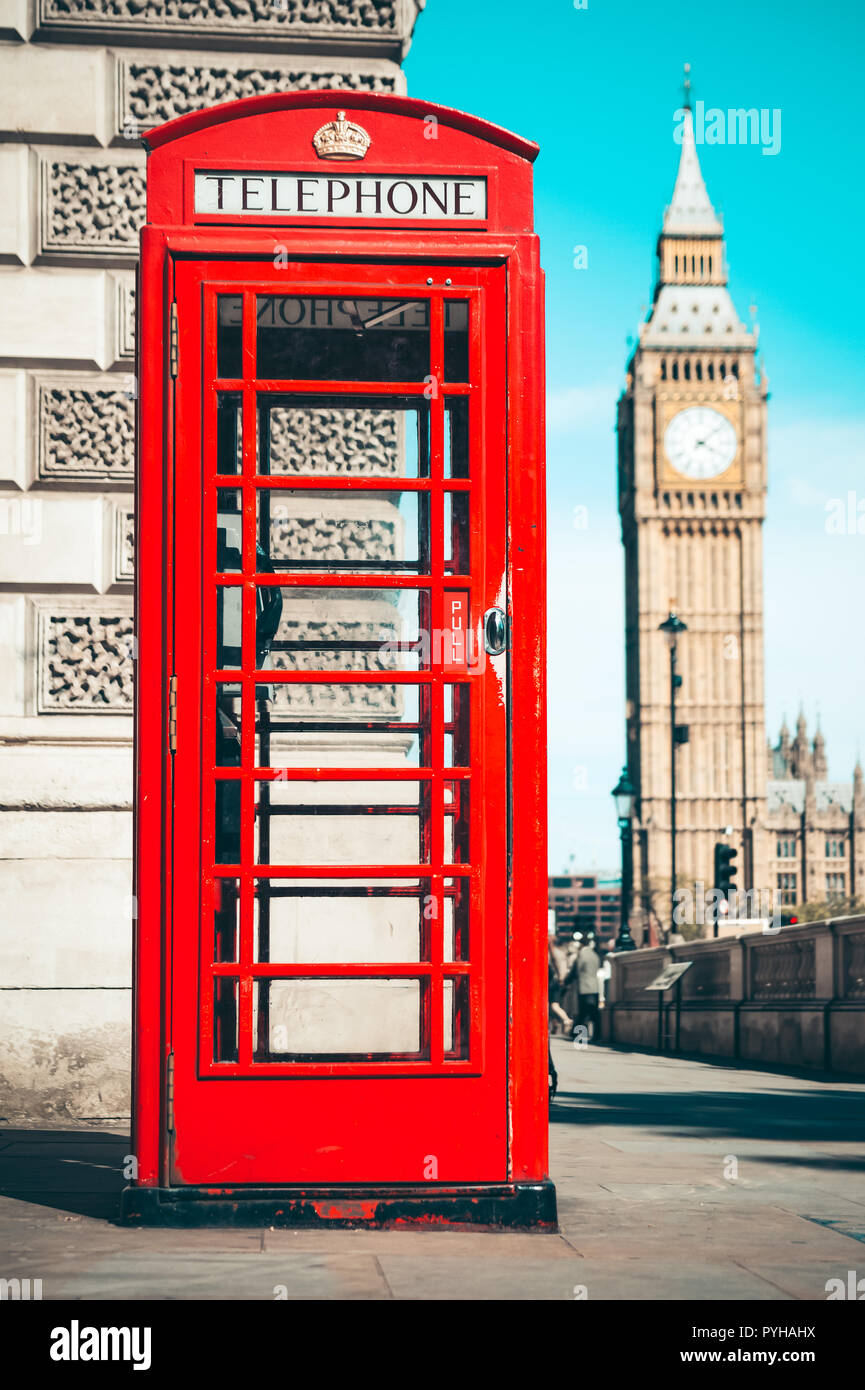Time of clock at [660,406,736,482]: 4:08
